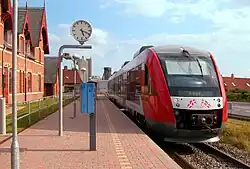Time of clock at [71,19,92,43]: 5:18
